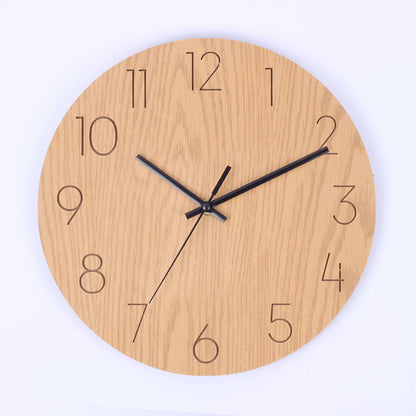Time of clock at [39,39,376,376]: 10:11
